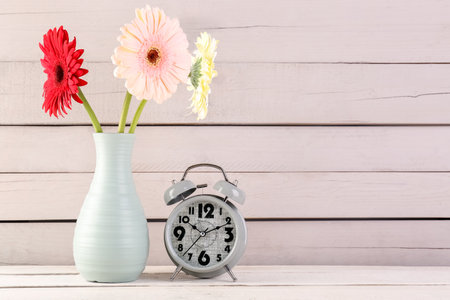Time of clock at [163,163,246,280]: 10:12
